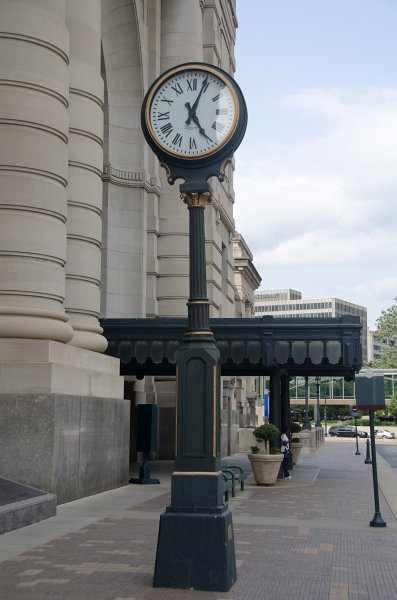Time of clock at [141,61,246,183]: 5:04
